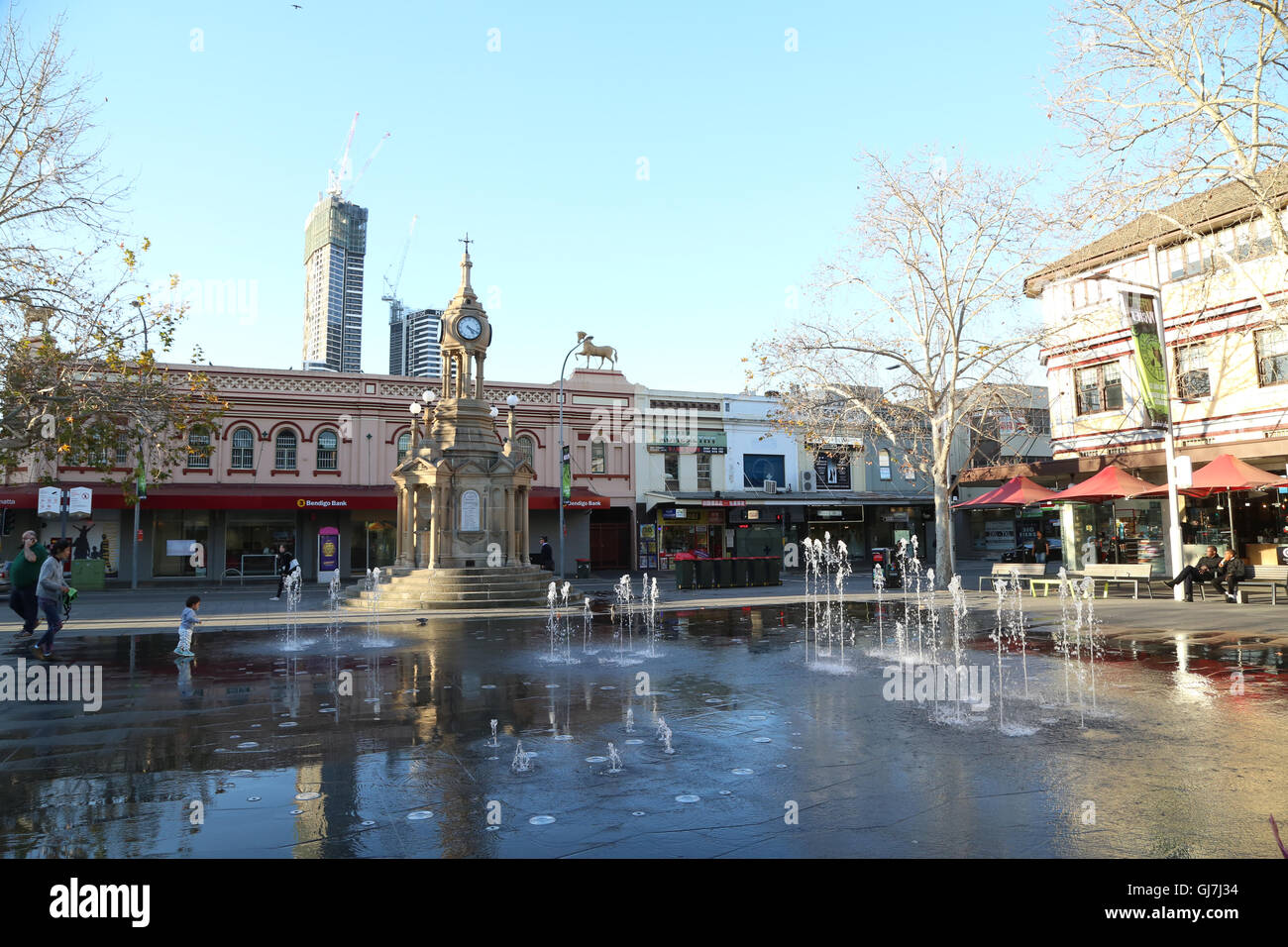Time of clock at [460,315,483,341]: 4:19
